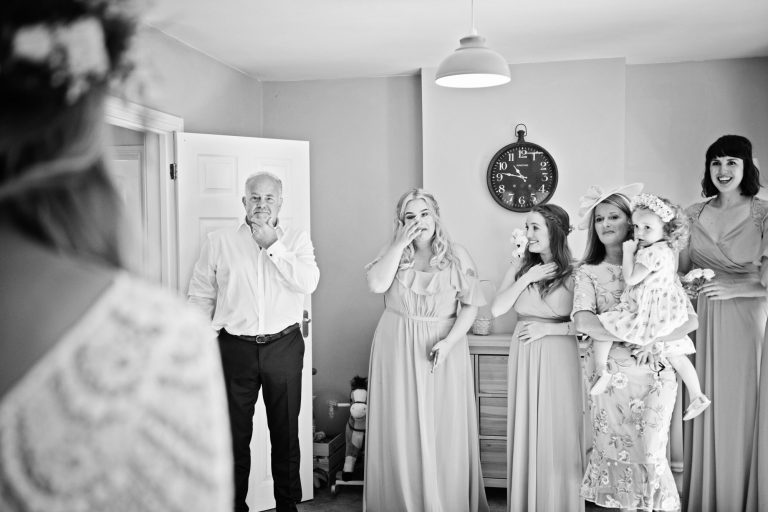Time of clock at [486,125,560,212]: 10:47
